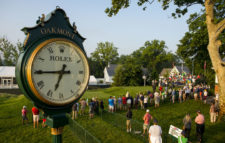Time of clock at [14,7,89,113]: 6:44
